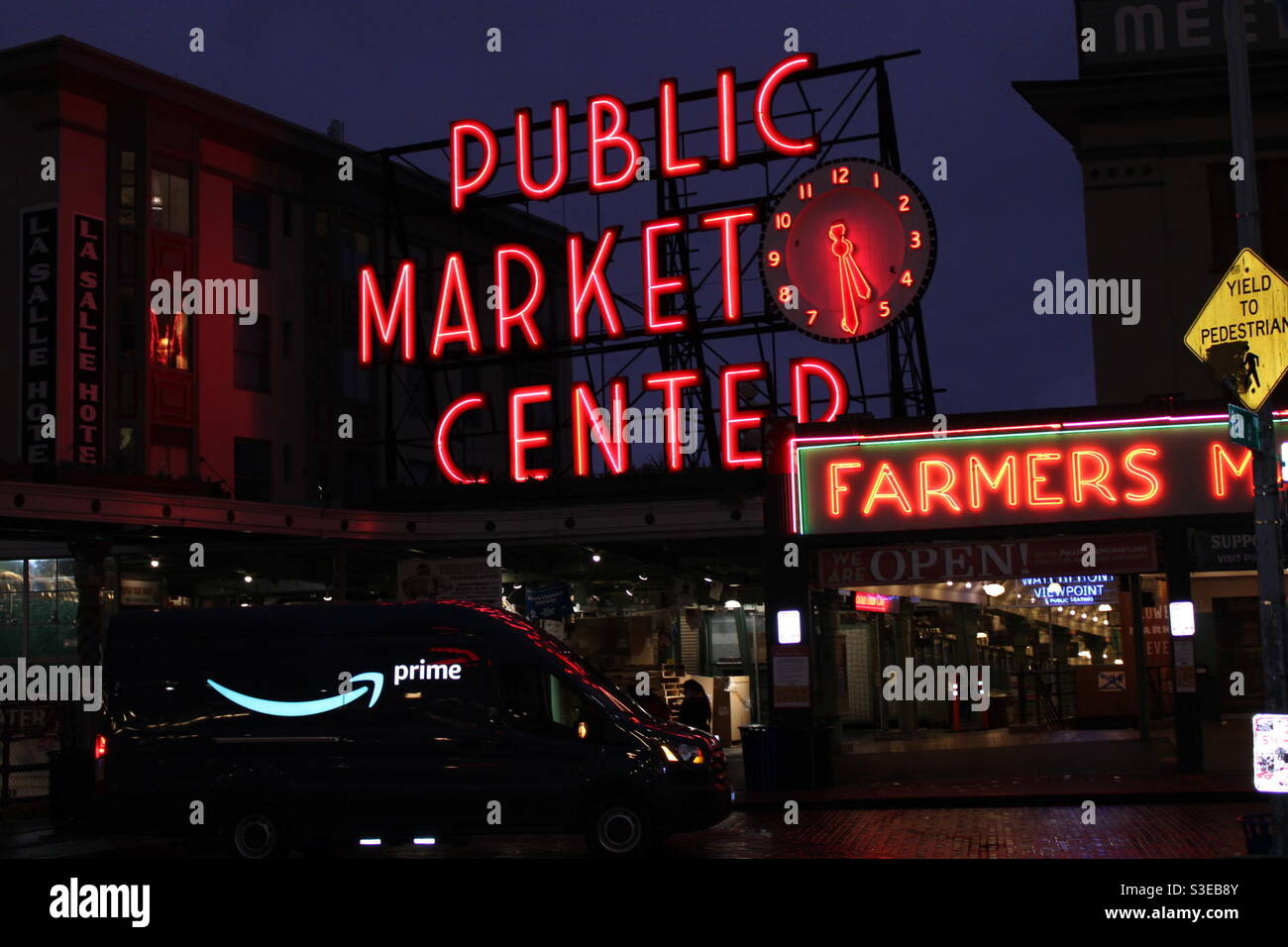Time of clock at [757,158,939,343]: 5:24
